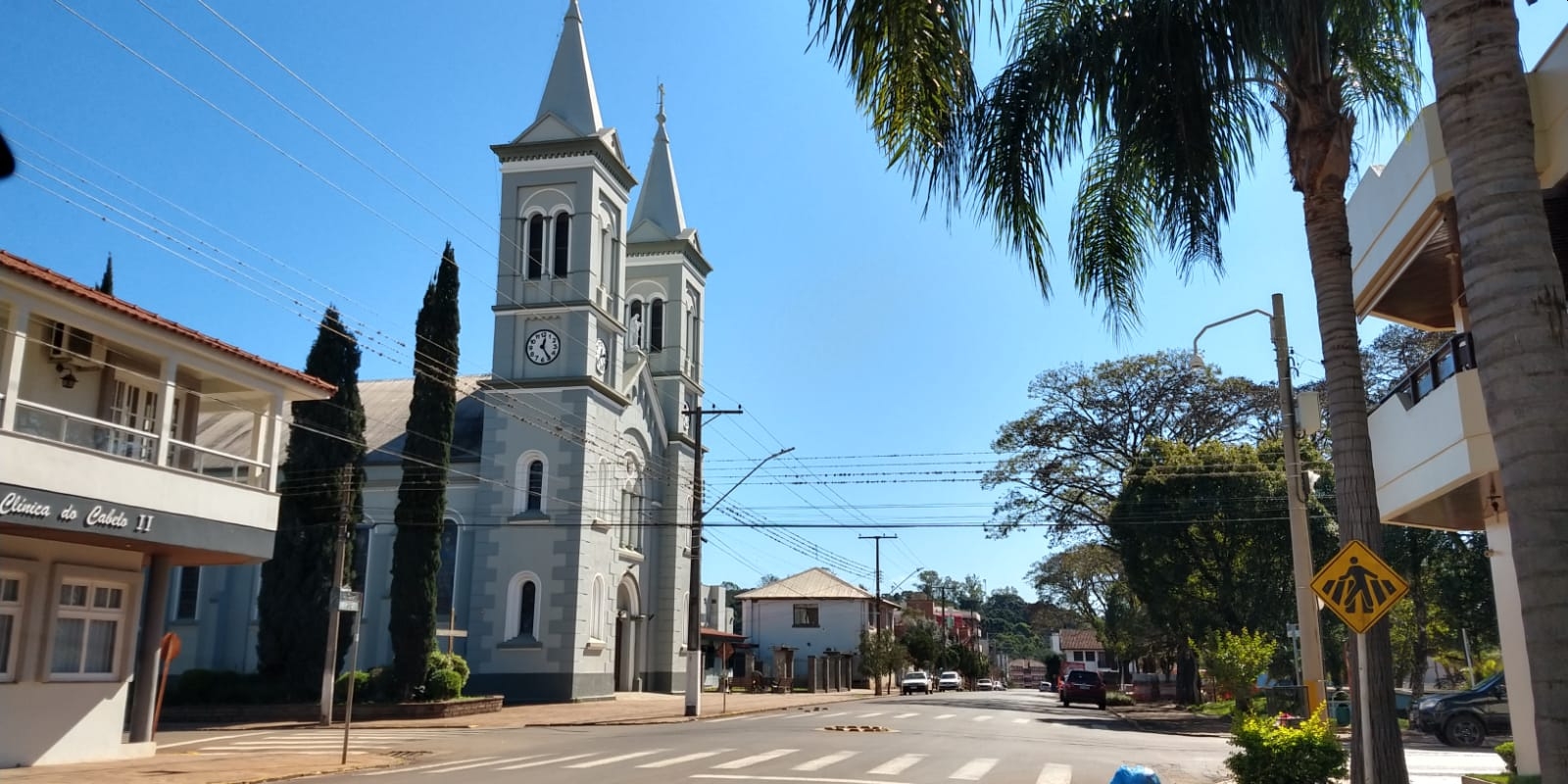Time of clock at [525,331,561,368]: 12:24
